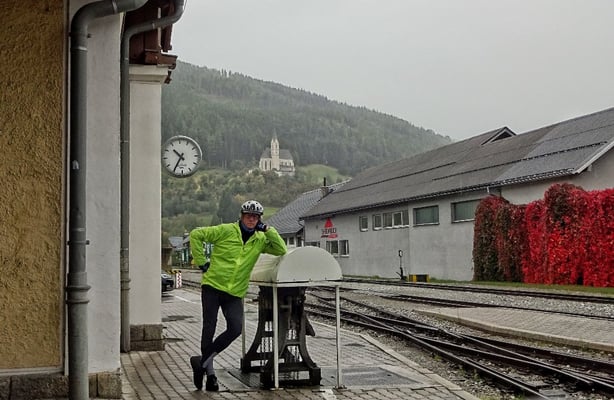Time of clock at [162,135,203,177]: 10:35
